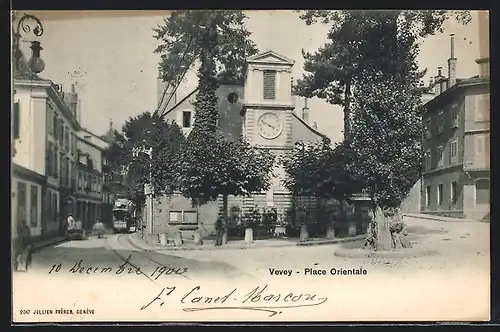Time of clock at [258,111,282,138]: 3:48
